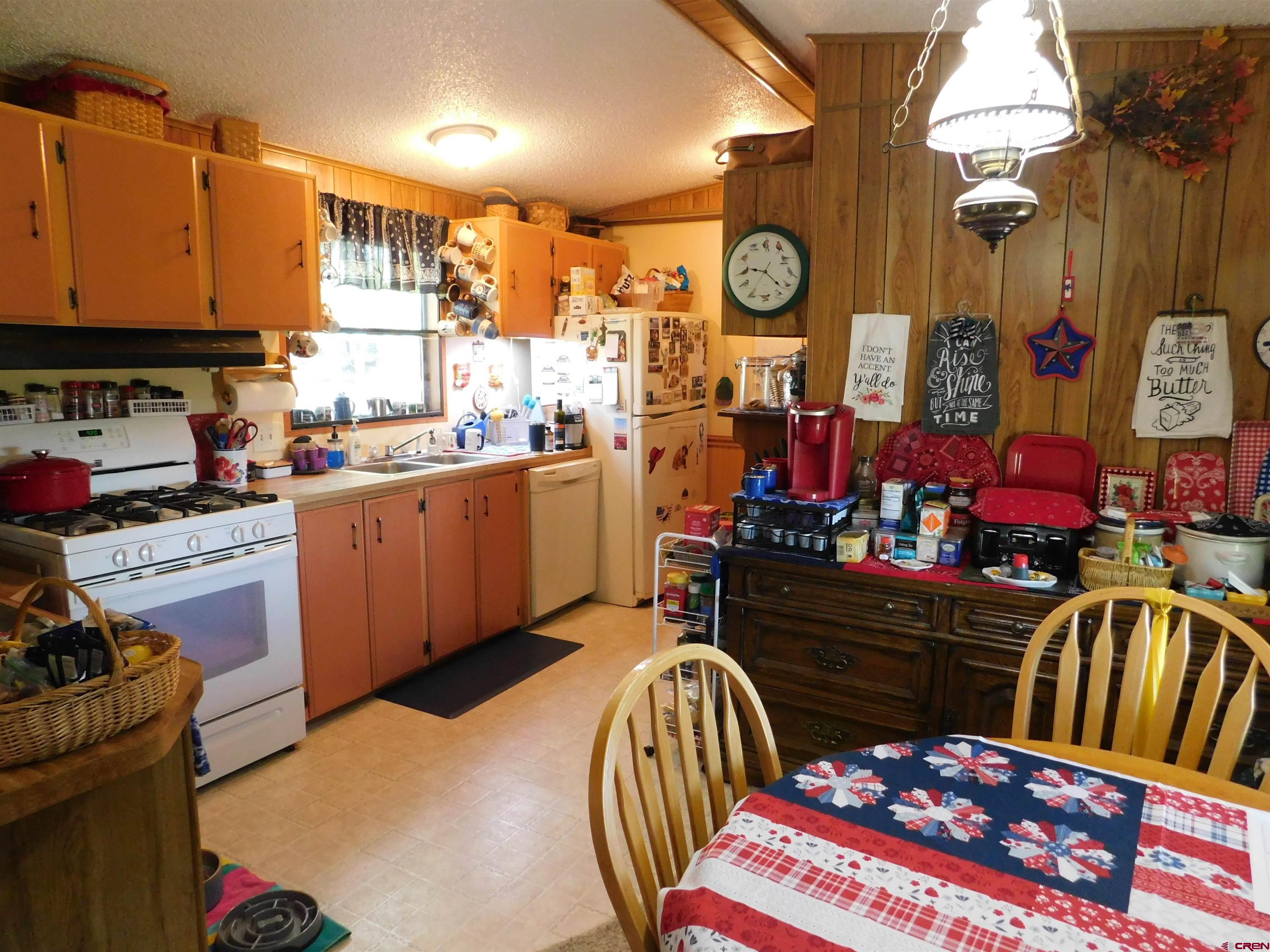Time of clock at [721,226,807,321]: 9:22
